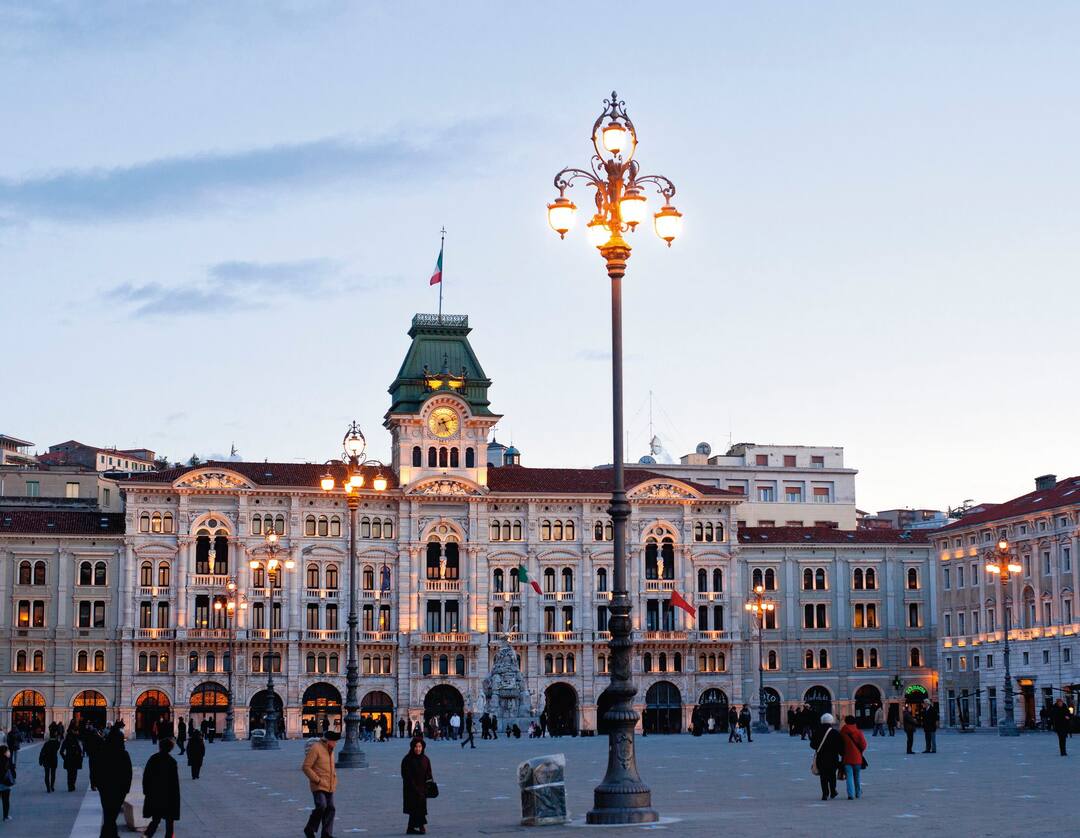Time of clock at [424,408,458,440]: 5:11
